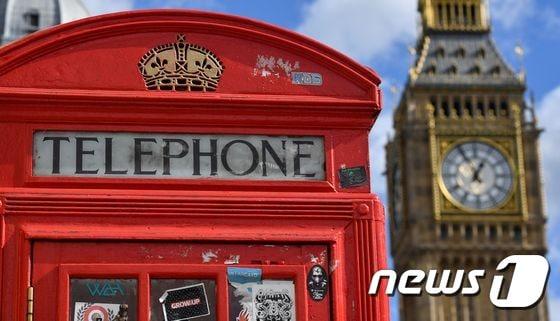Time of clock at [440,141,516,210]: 12:55
